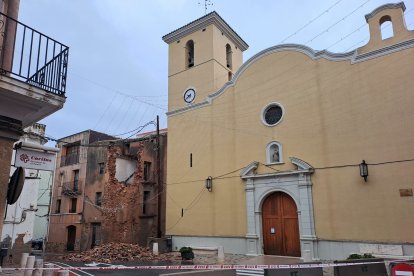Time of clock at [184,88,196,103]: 8:38
